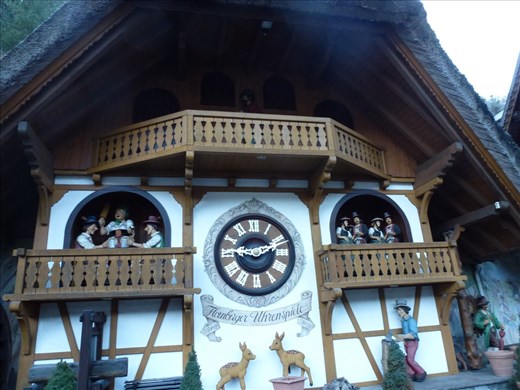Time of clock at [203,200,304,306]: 9:11
